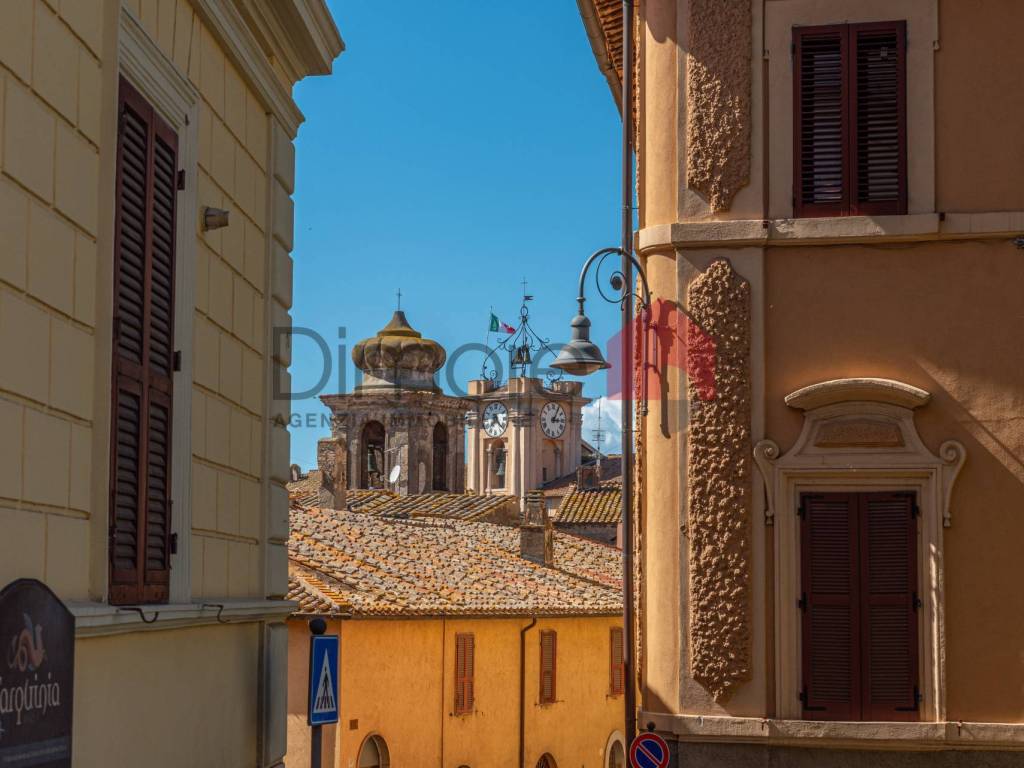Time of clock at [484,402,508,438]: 7:22
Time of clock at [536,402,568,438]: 3:04
